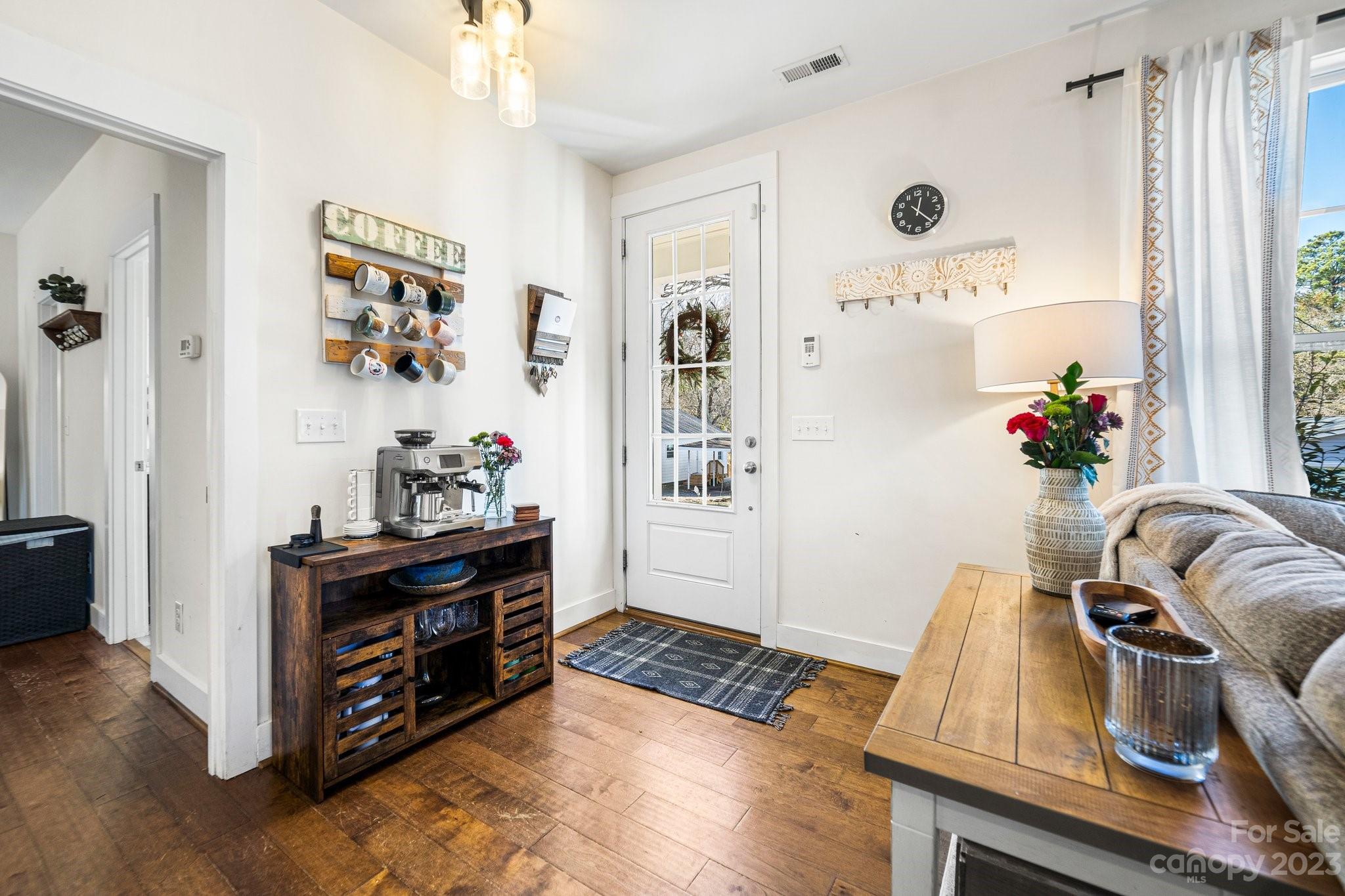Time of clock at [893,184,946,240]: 12:22
